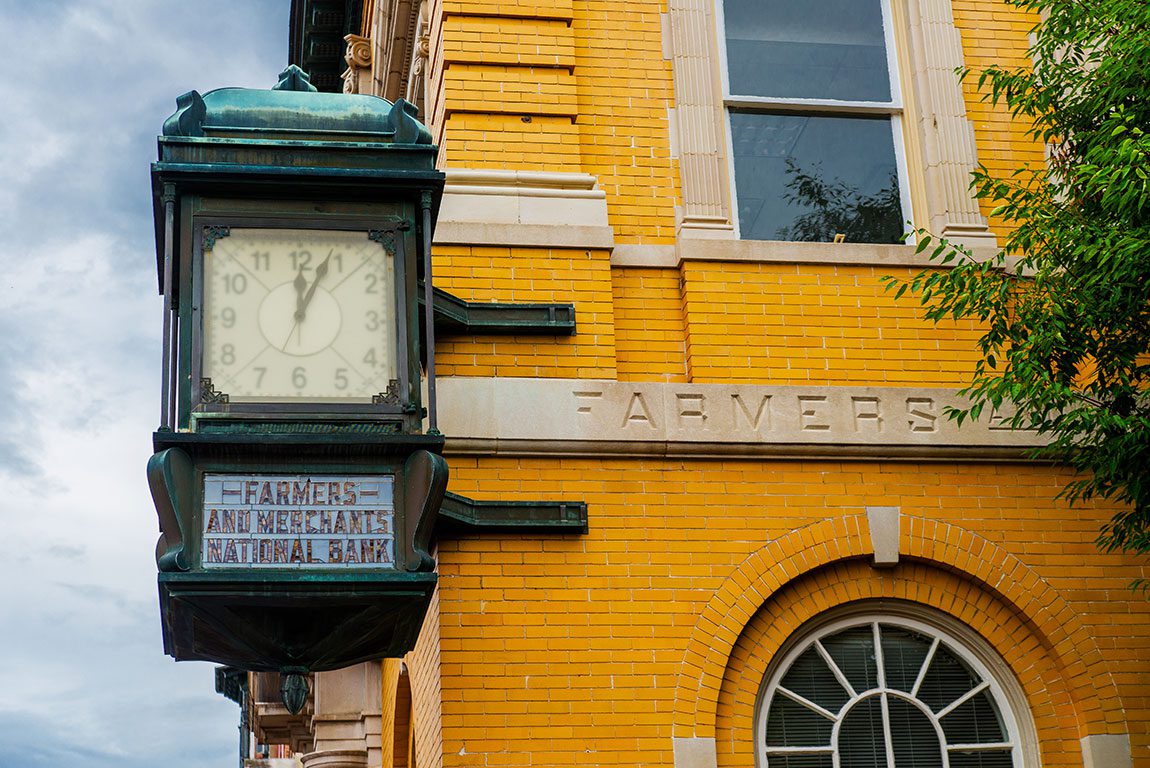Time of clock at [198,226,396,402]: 12:03
